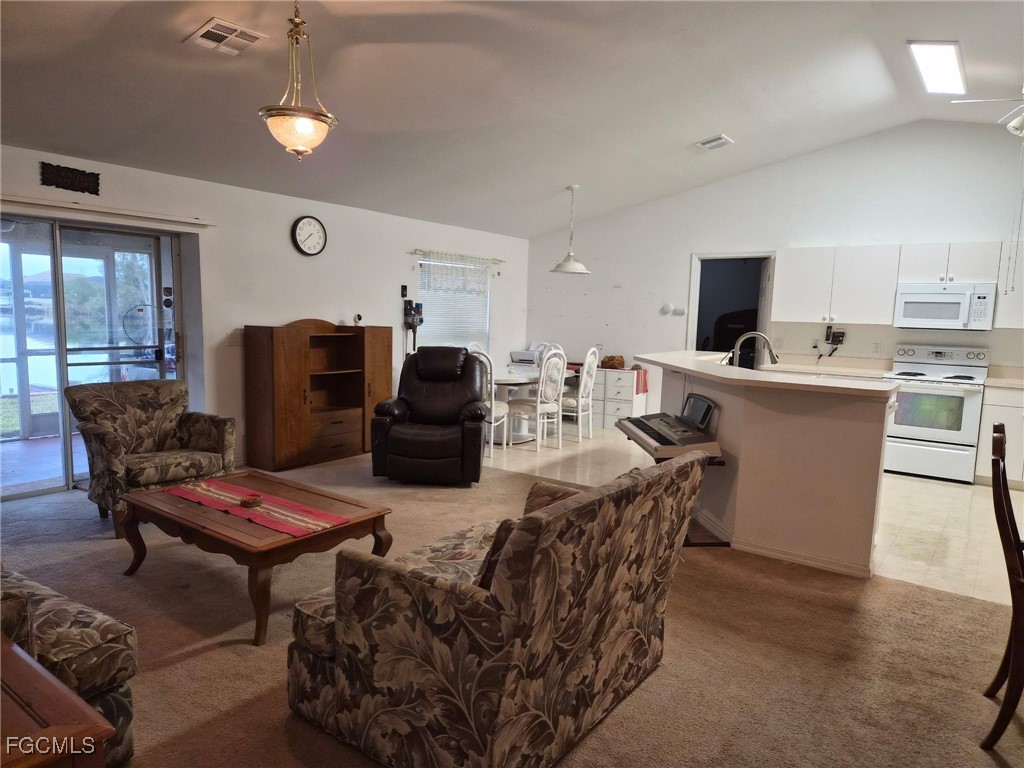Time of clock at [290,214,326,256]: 7:37
